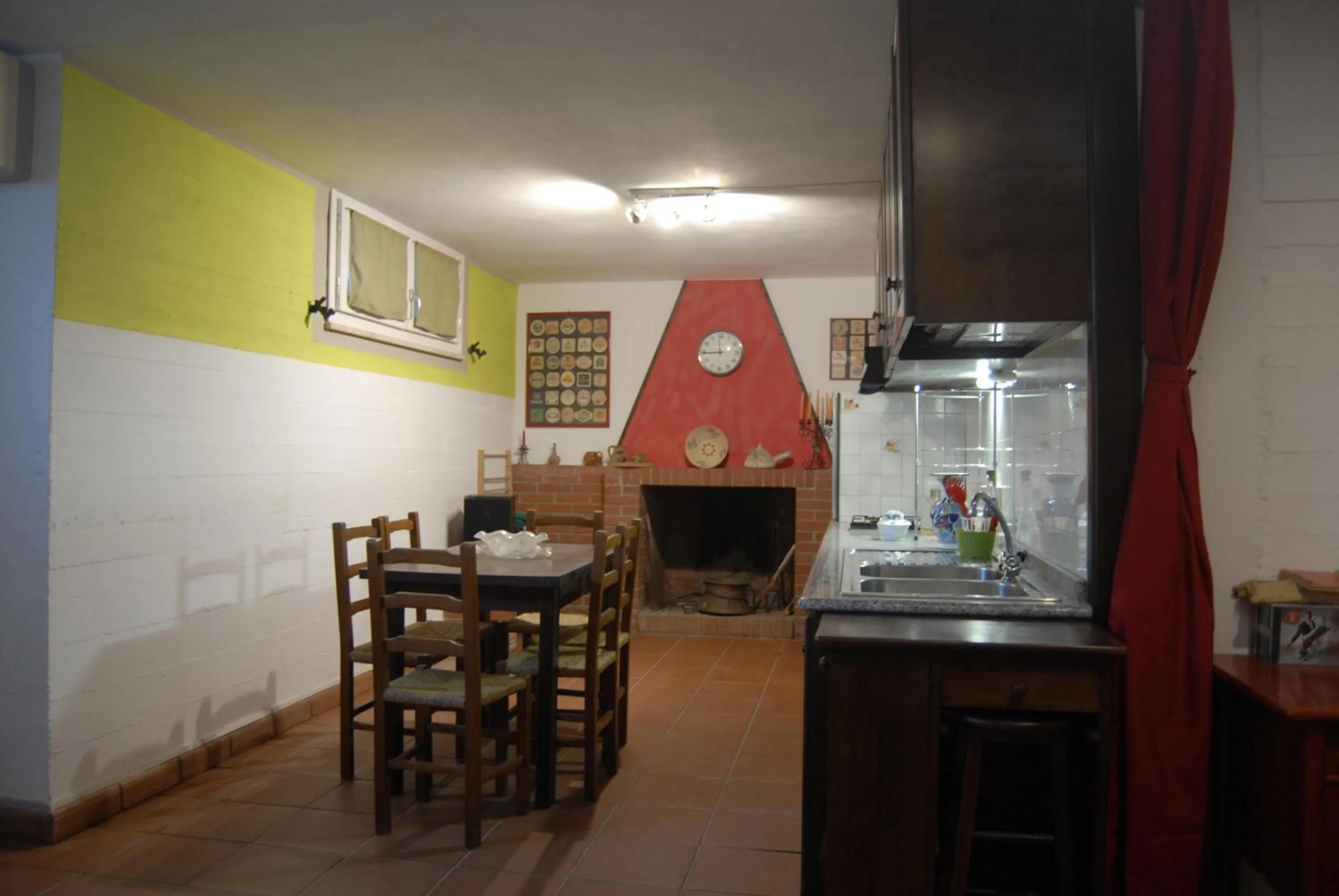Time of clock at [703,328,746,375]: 11:44
